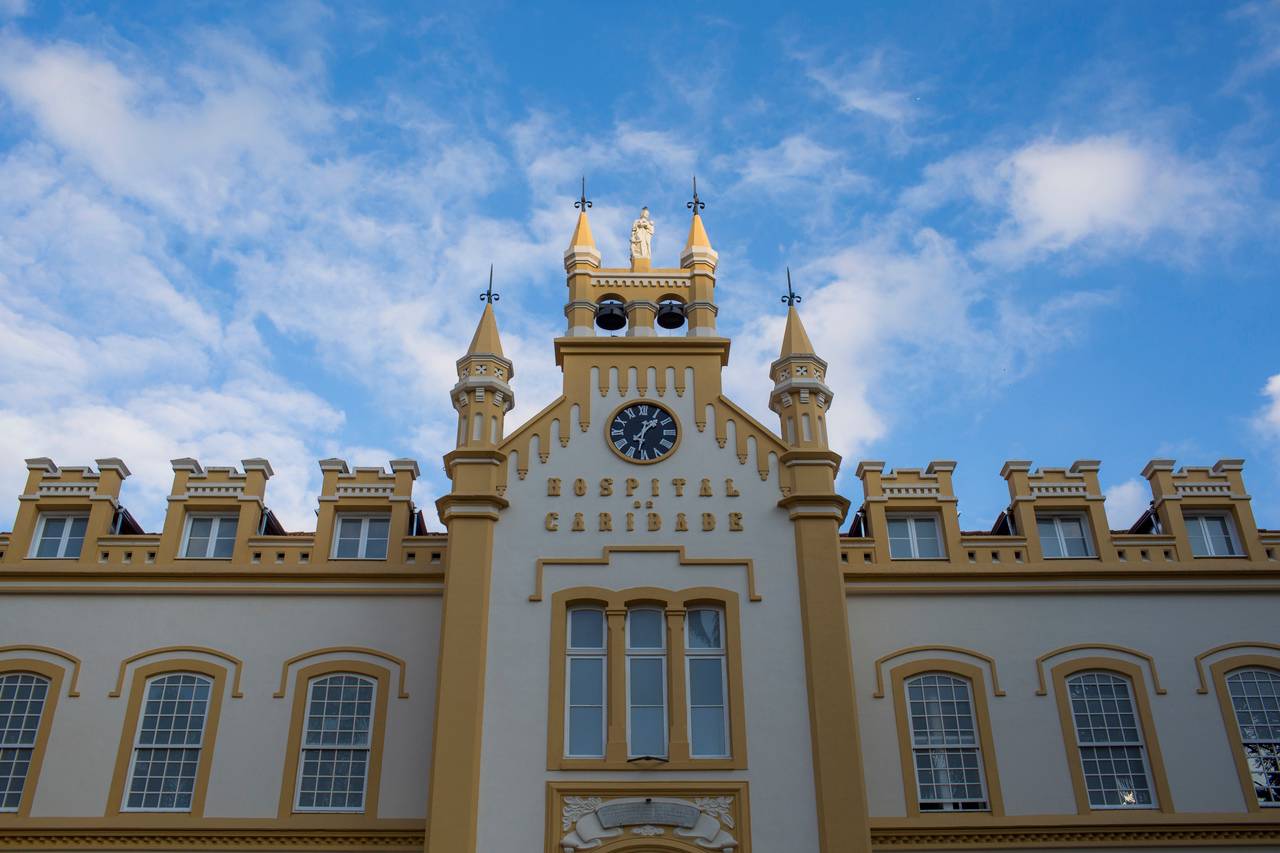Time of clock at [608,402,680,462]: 1:32
